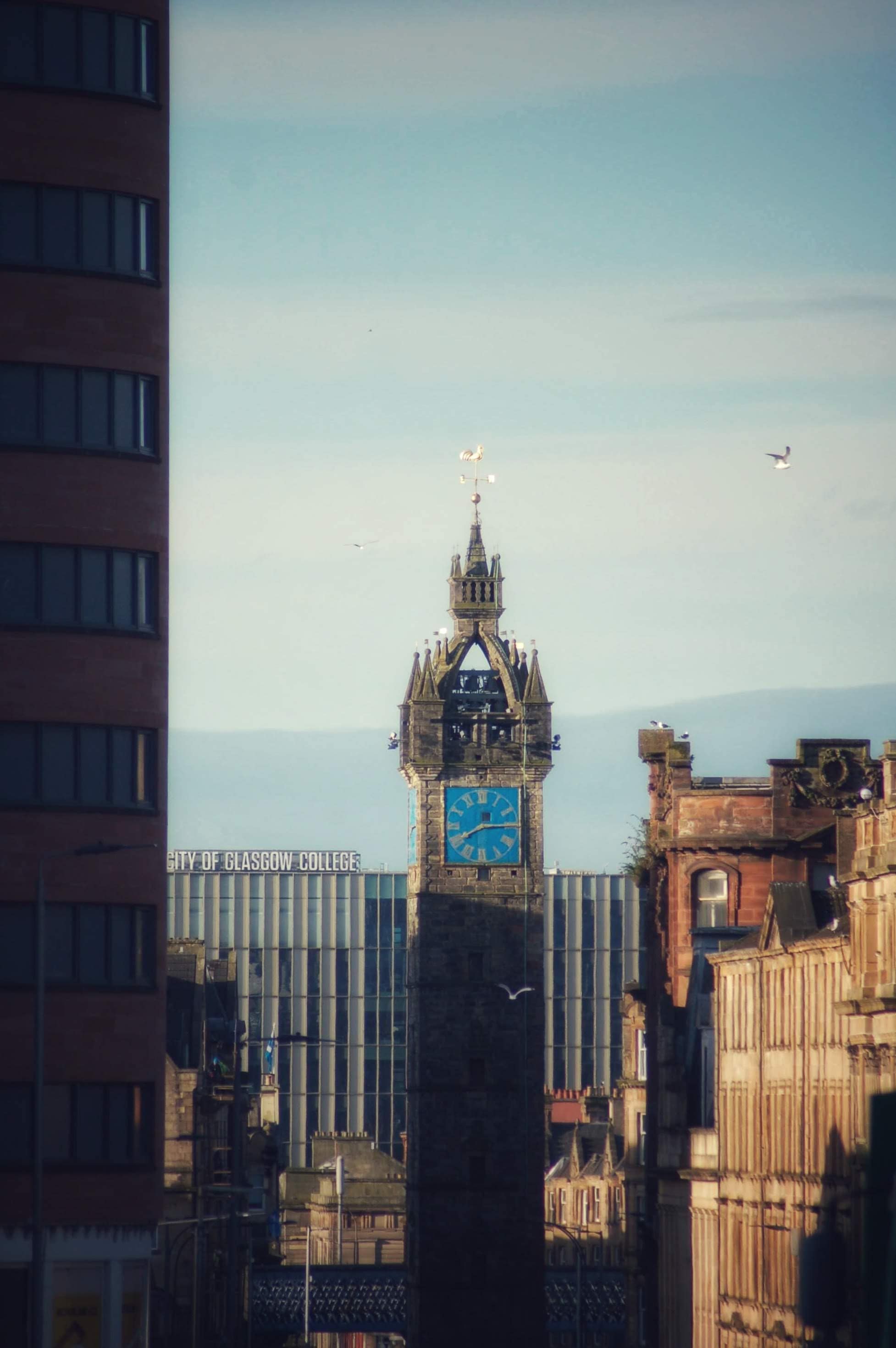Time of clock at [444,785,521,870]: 8:14
